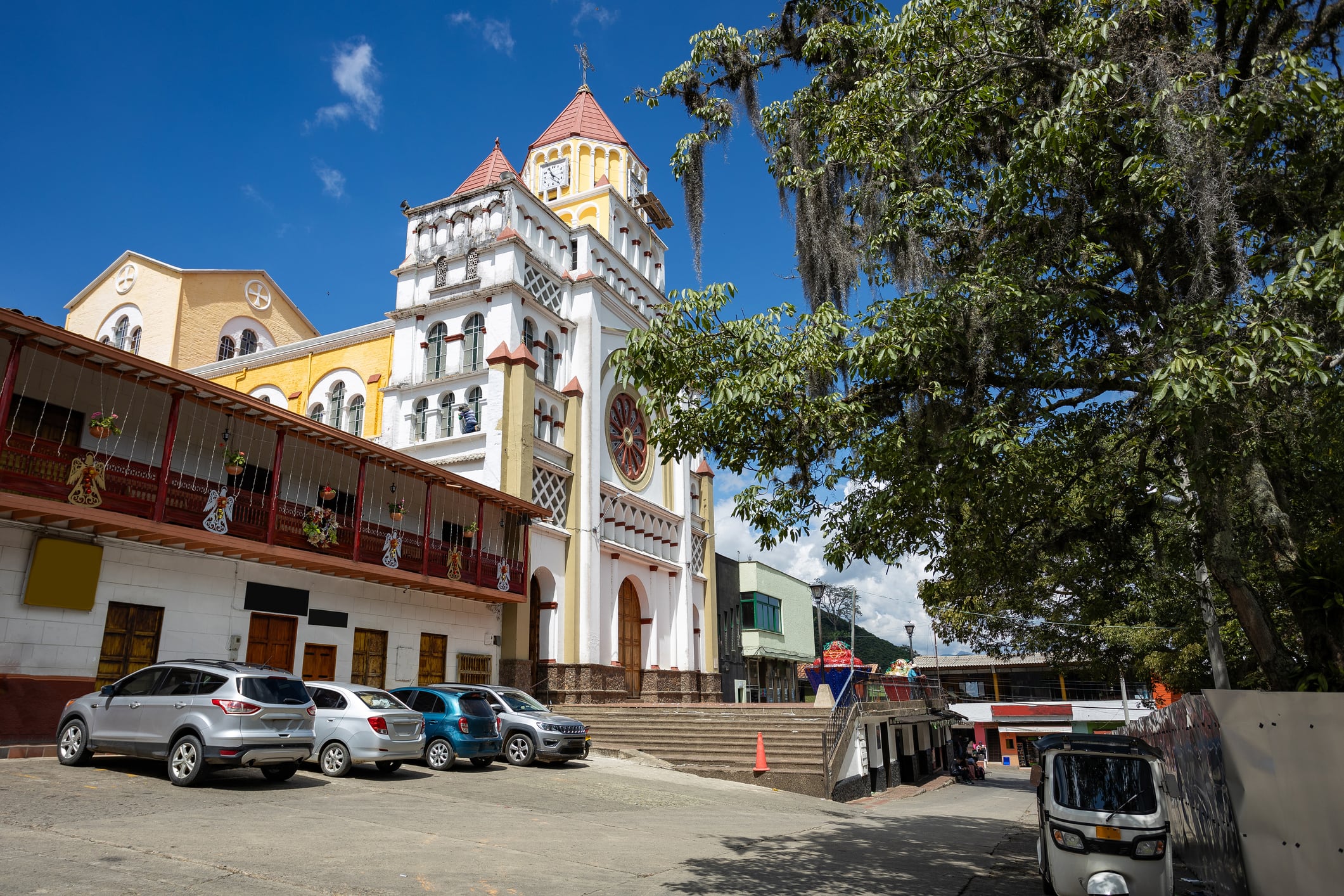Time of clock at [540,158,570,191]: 11:22
